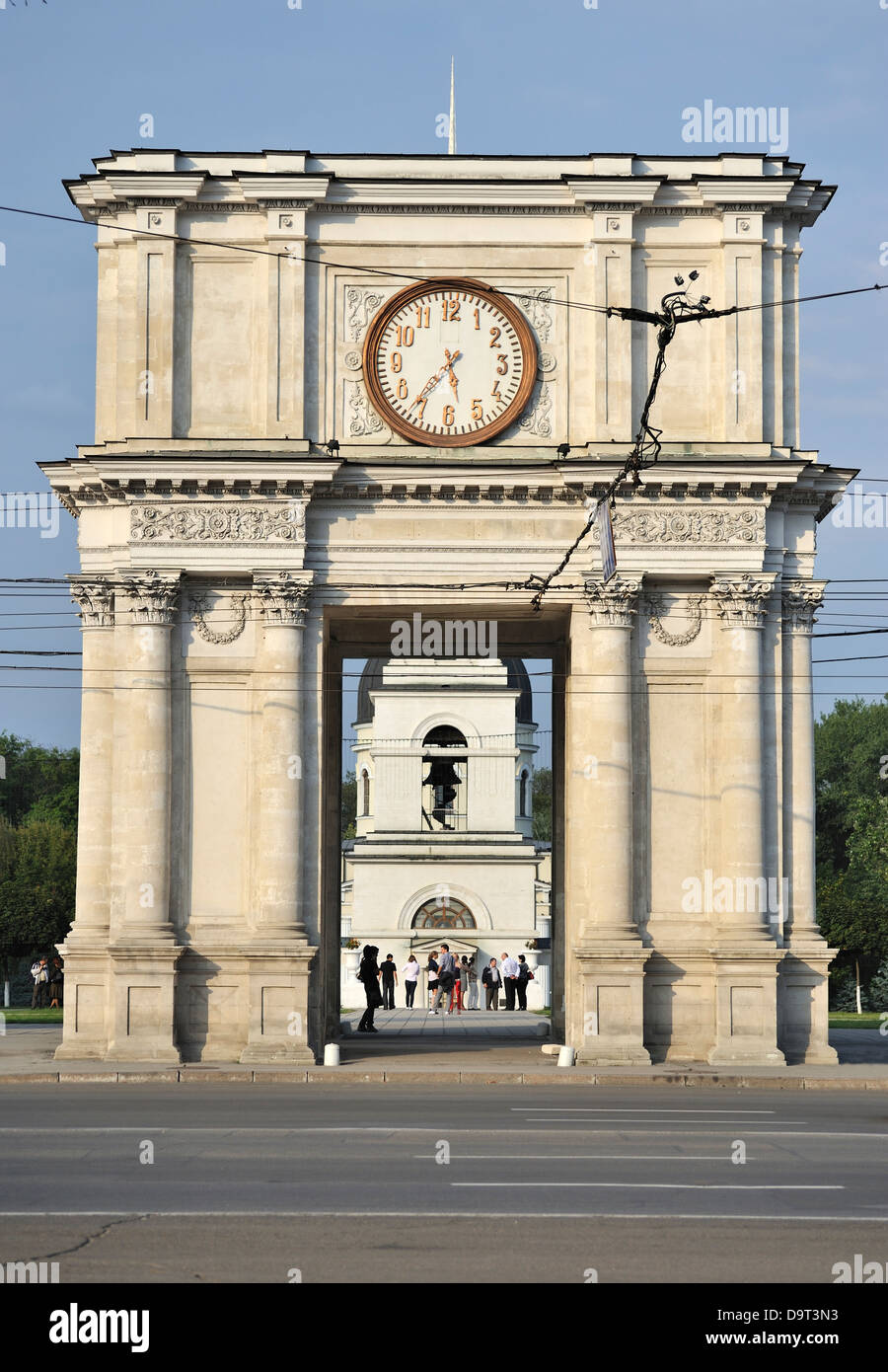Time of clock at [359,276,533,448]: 5:36
